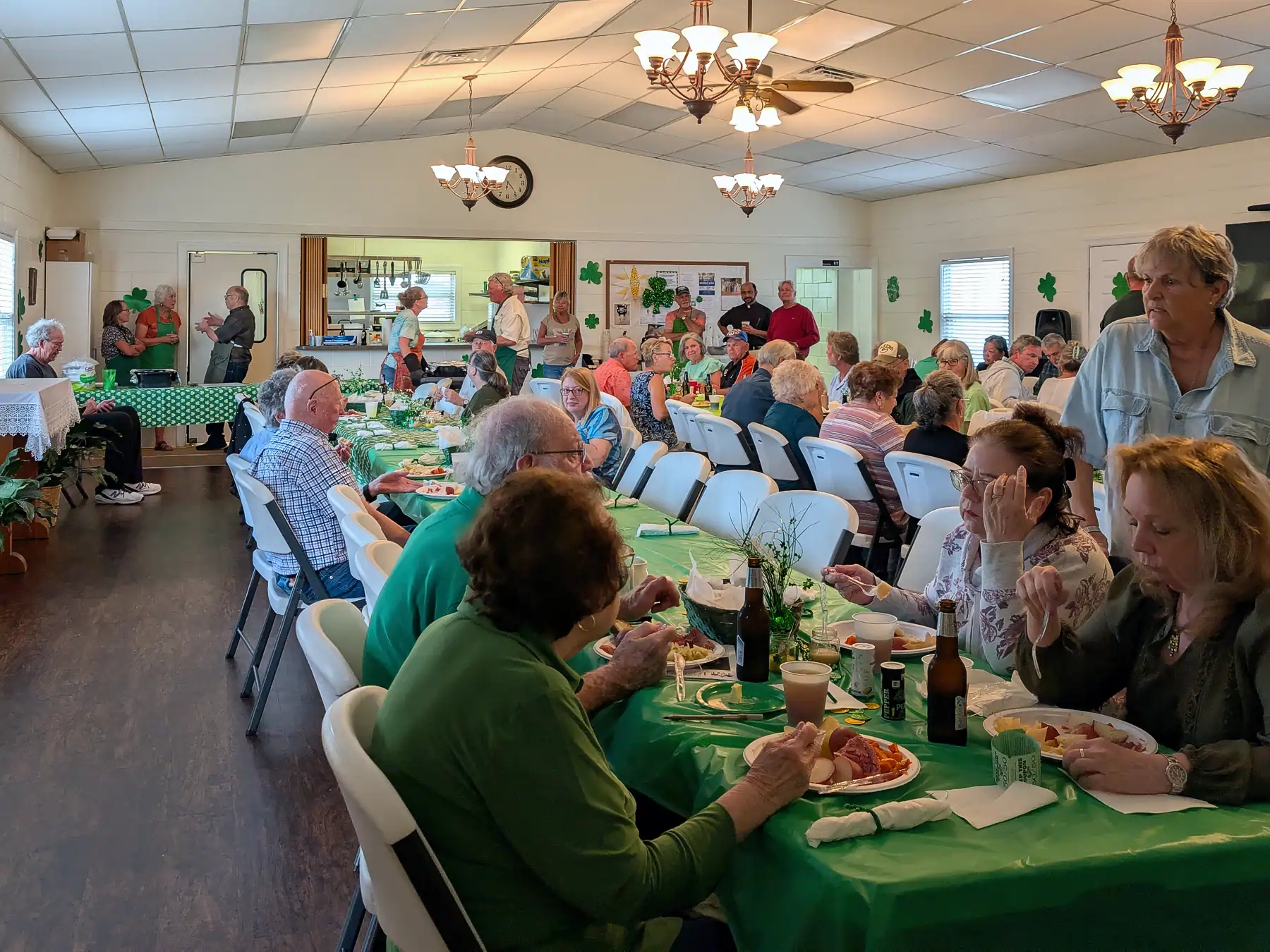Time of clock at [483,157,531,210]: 6:23
